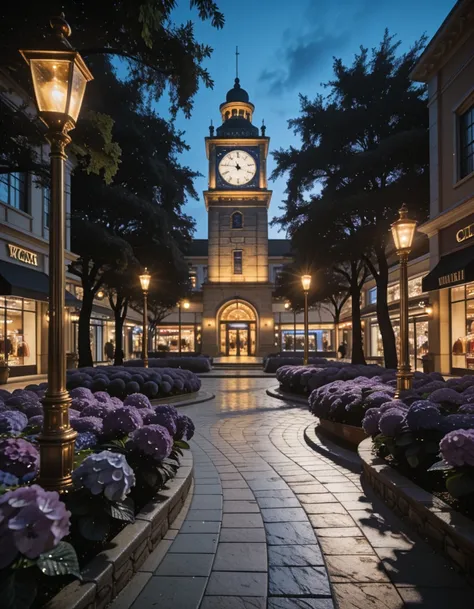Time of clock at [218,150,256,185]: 11:46
